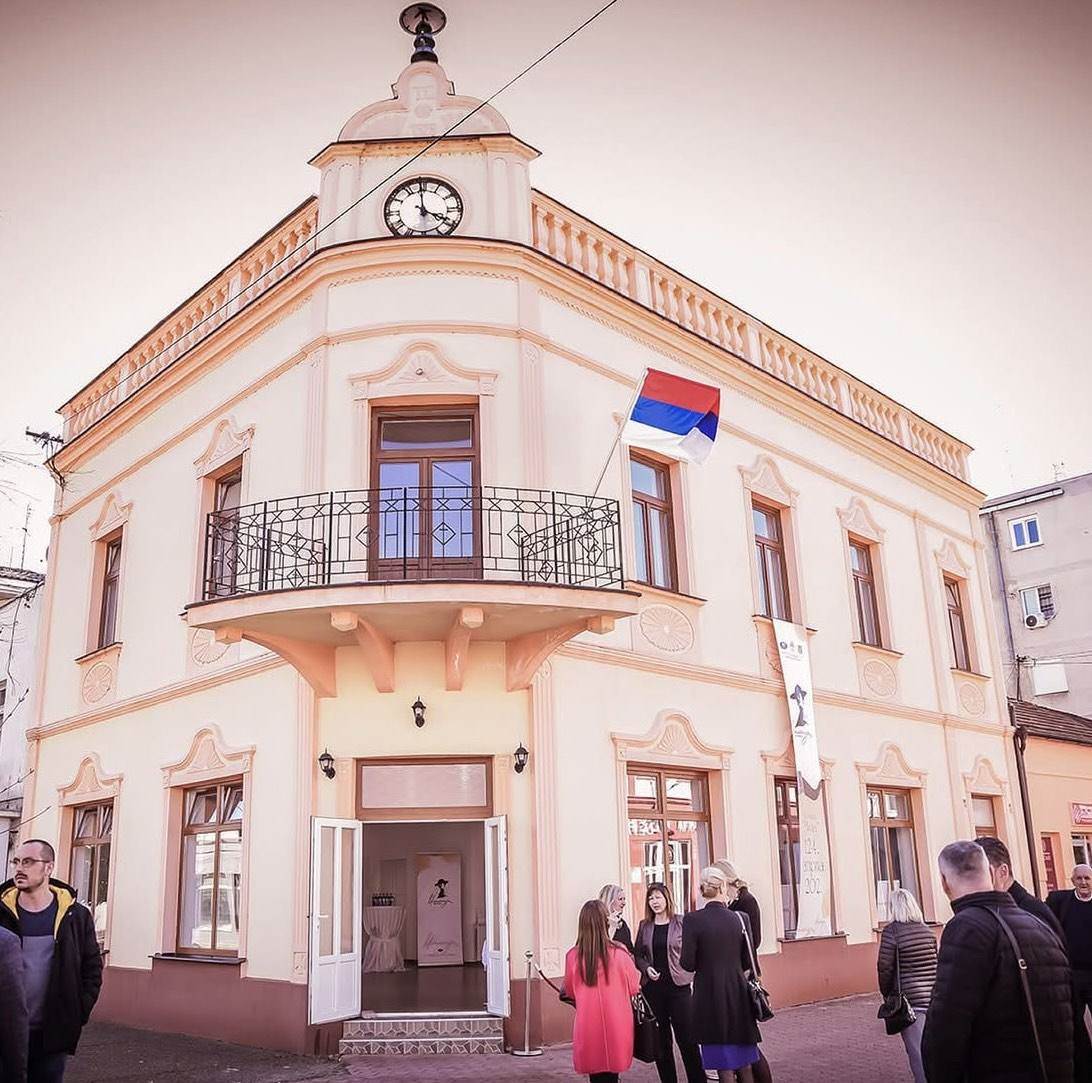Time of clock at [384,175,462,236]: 3:59
